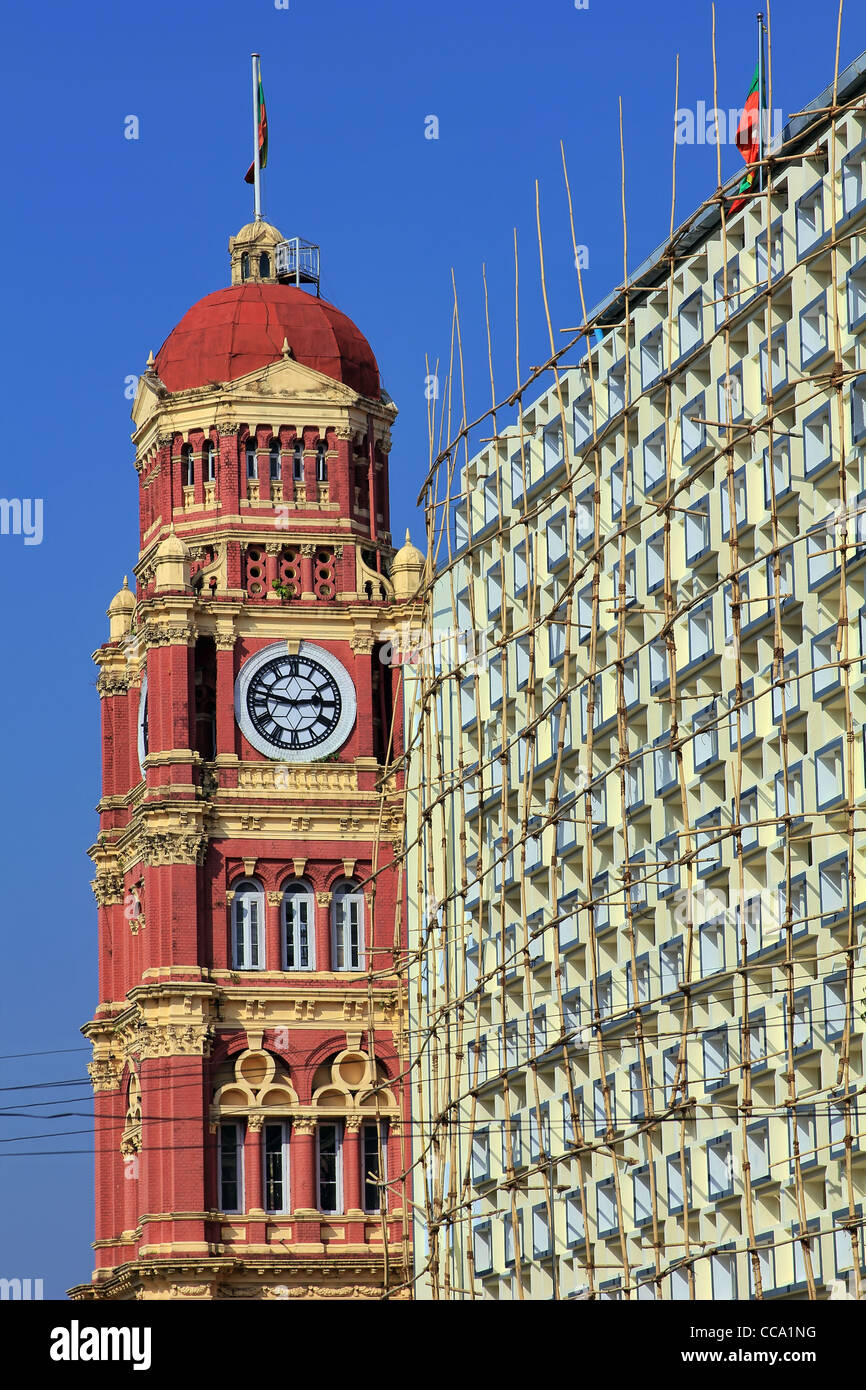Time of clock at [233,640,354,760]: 2:46
